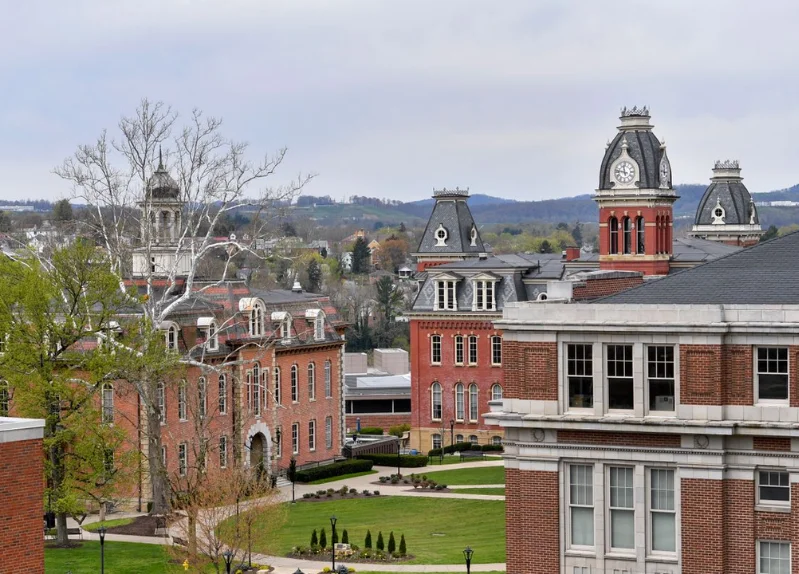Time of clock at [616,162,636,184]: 11:46
